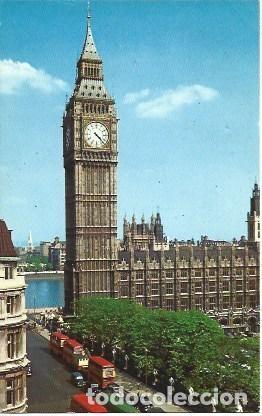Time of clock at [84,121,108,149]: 4:22
